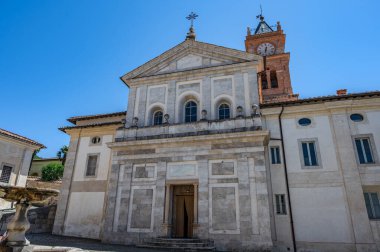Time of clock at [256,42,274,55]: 12:32
